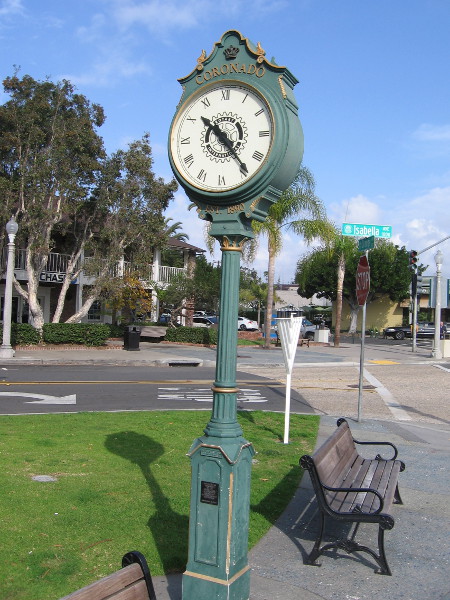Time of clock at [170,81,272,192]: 10:23
